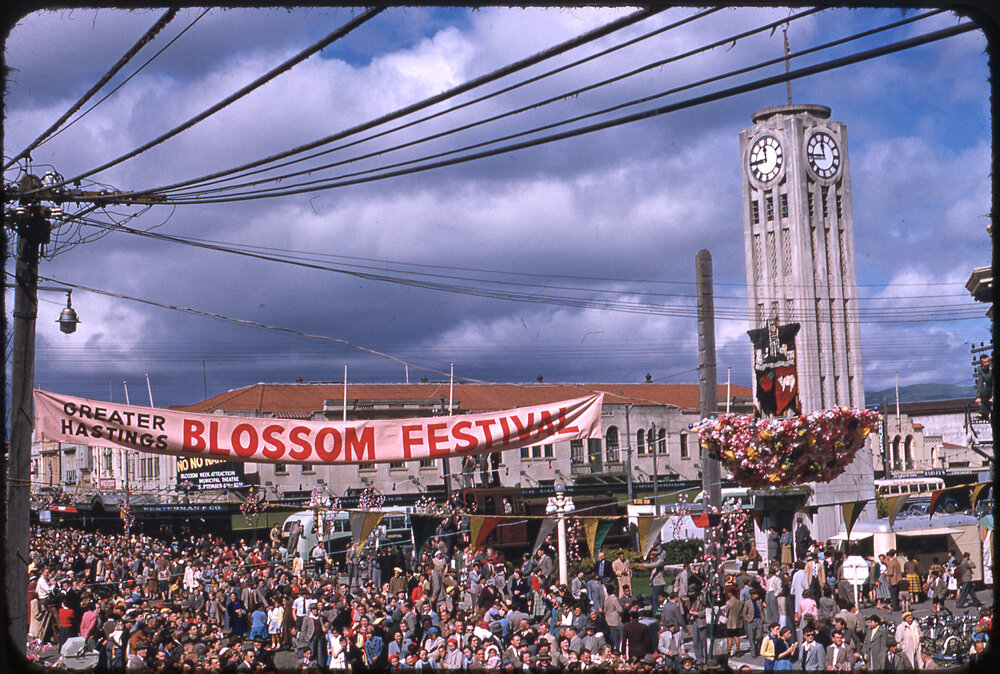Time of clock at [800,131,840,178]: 11:44
